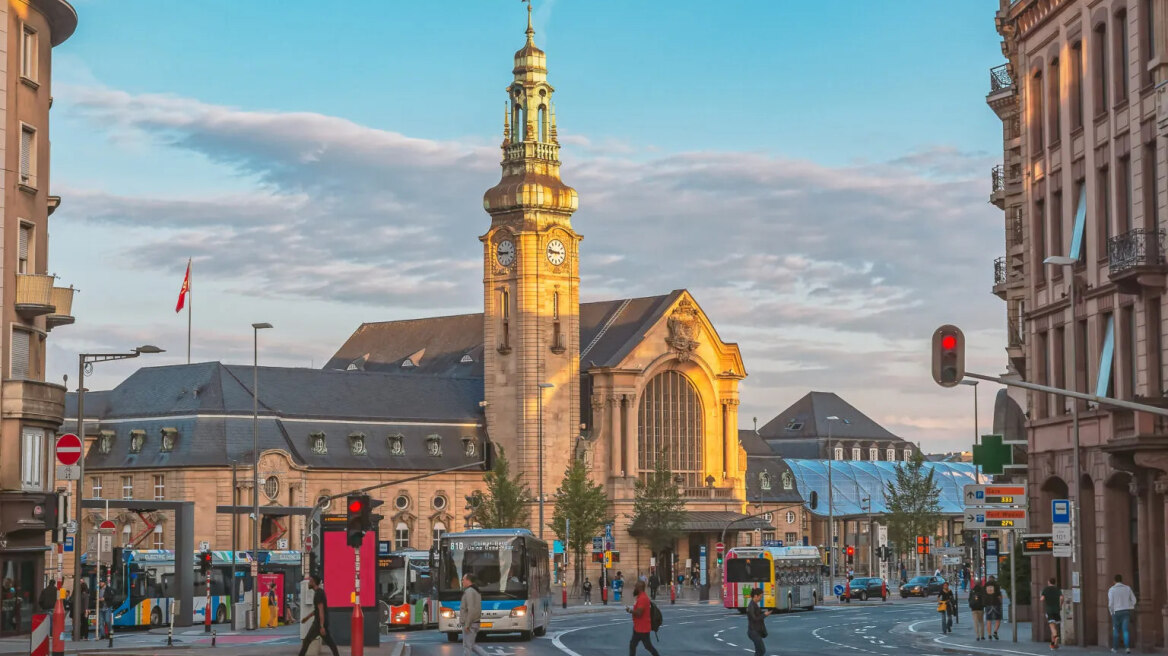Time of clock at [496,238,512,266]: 8:46
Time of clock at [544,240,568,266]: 8:47
